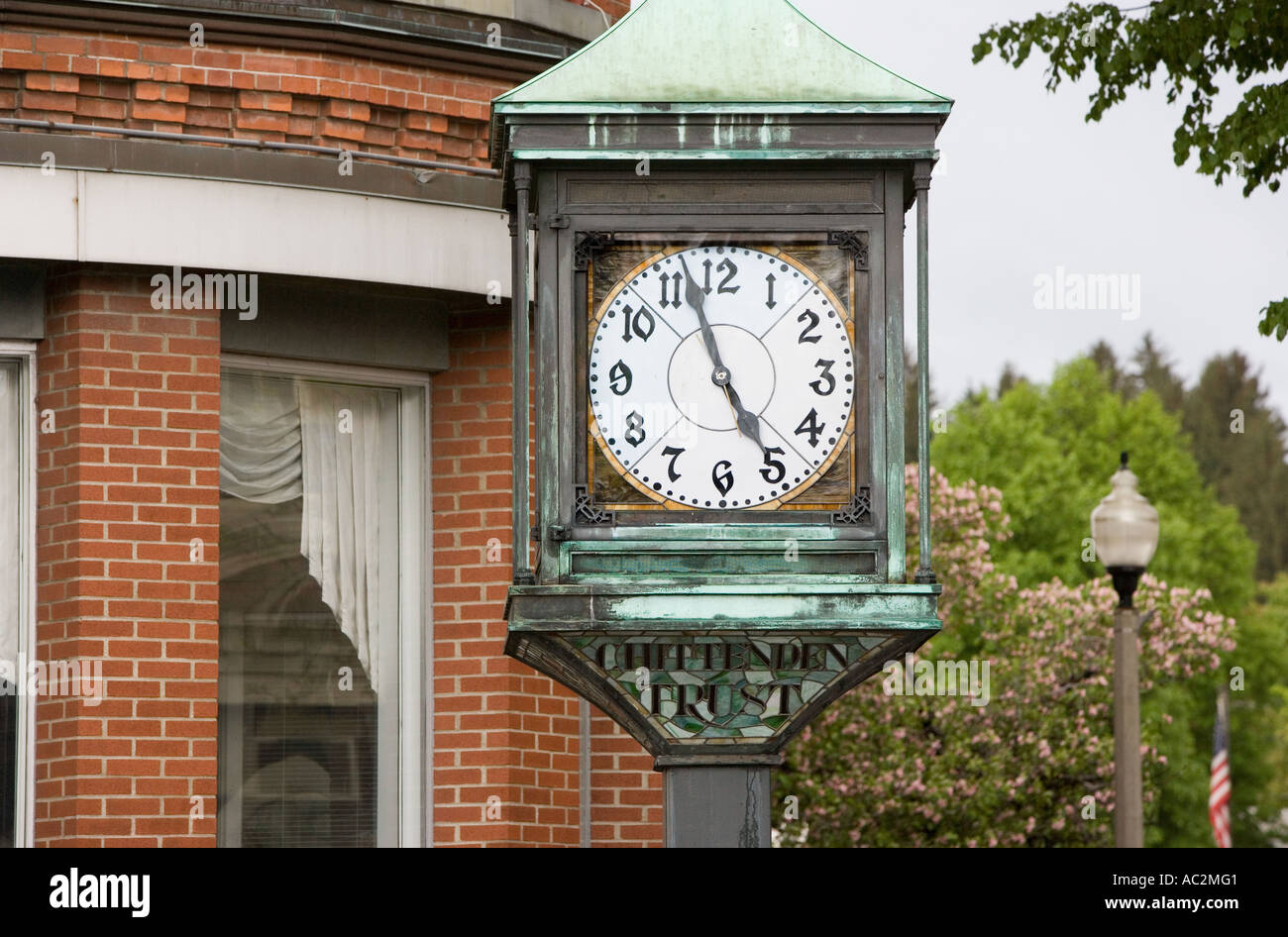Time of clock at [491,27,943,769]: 4:57
